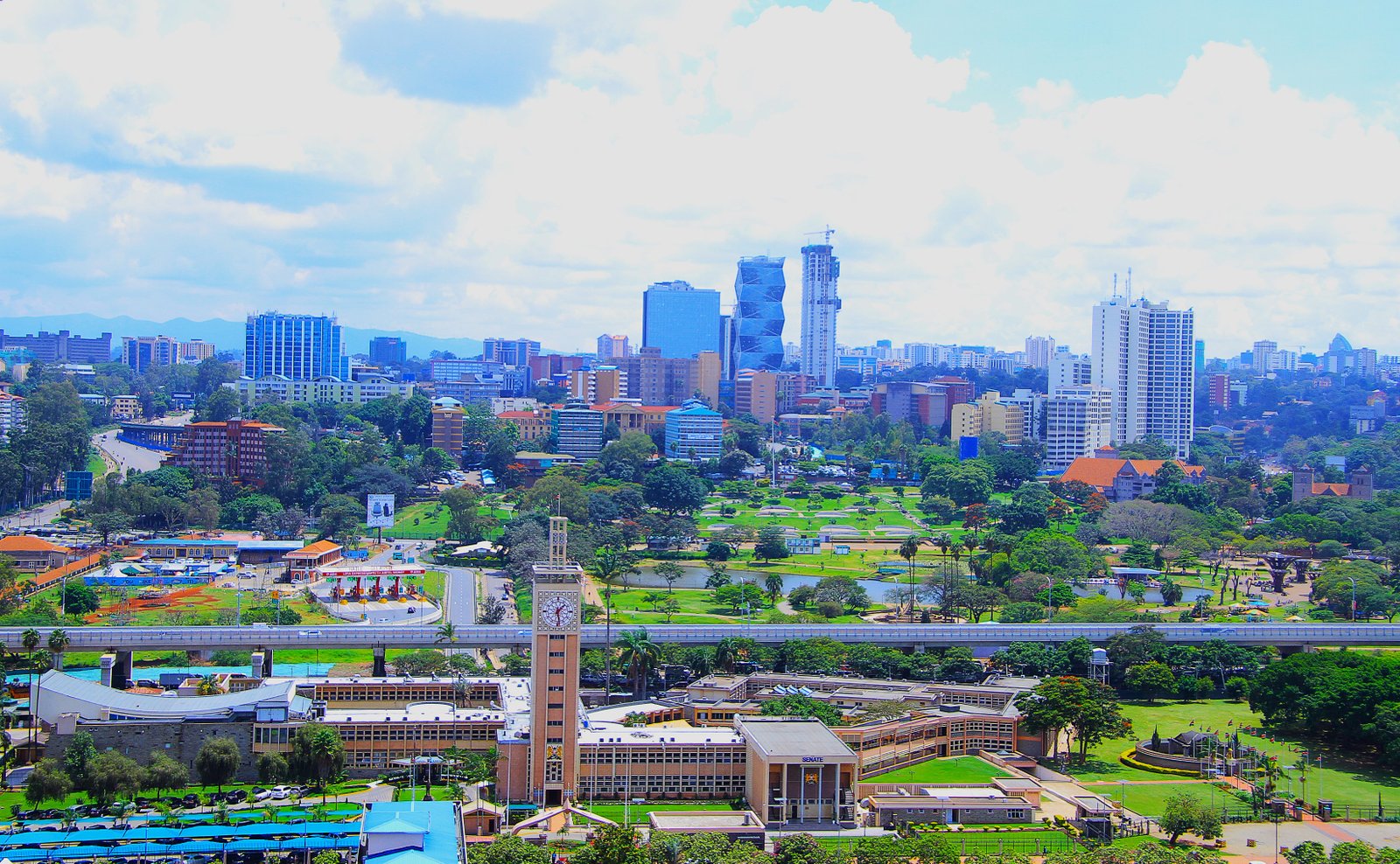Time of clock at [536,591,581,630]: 1:28
